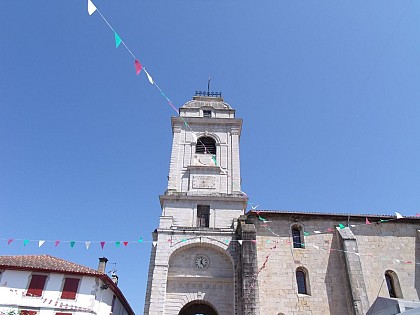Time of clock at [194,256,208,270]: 12:23
